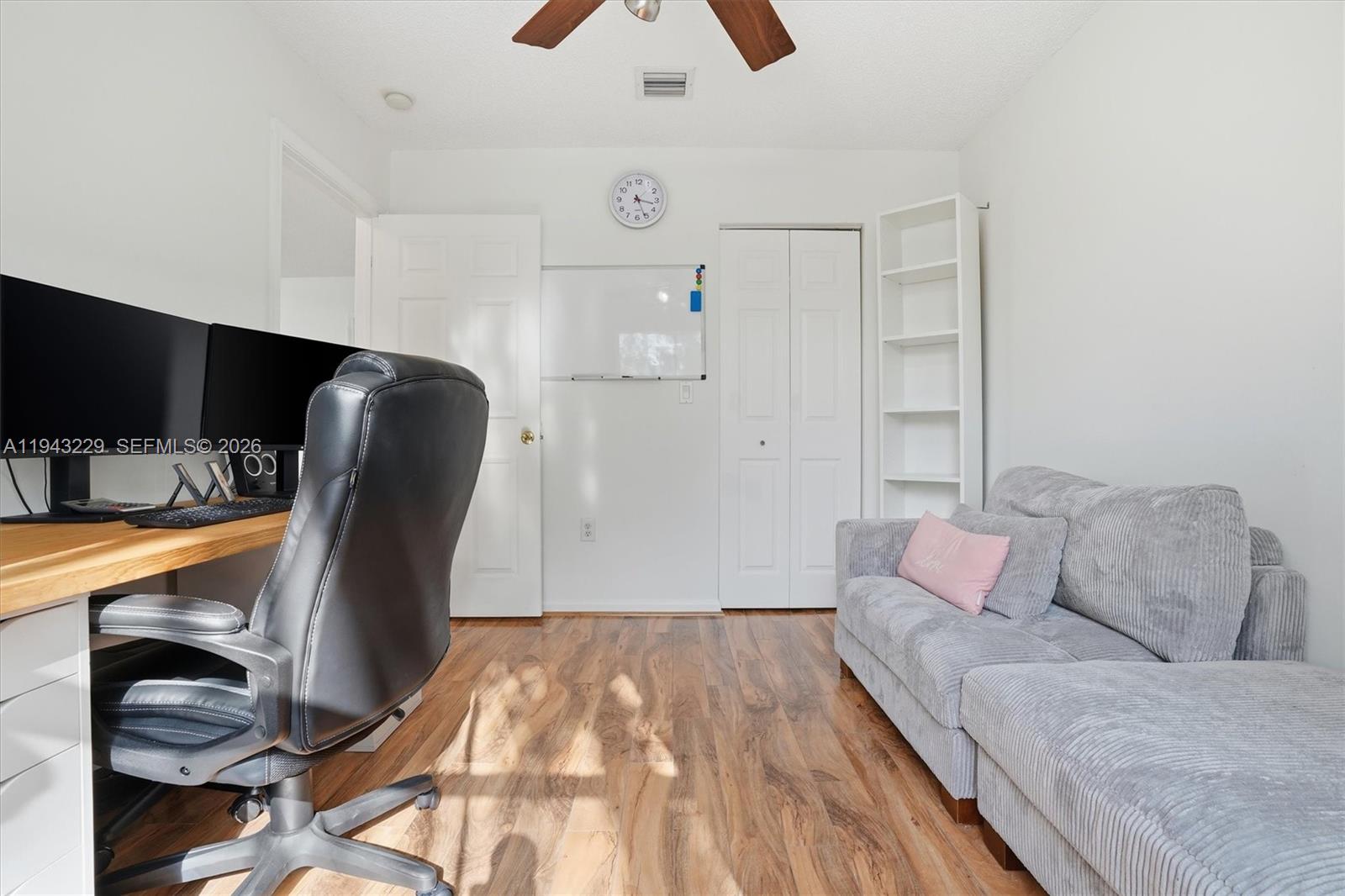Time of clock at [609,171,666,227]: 3:26
